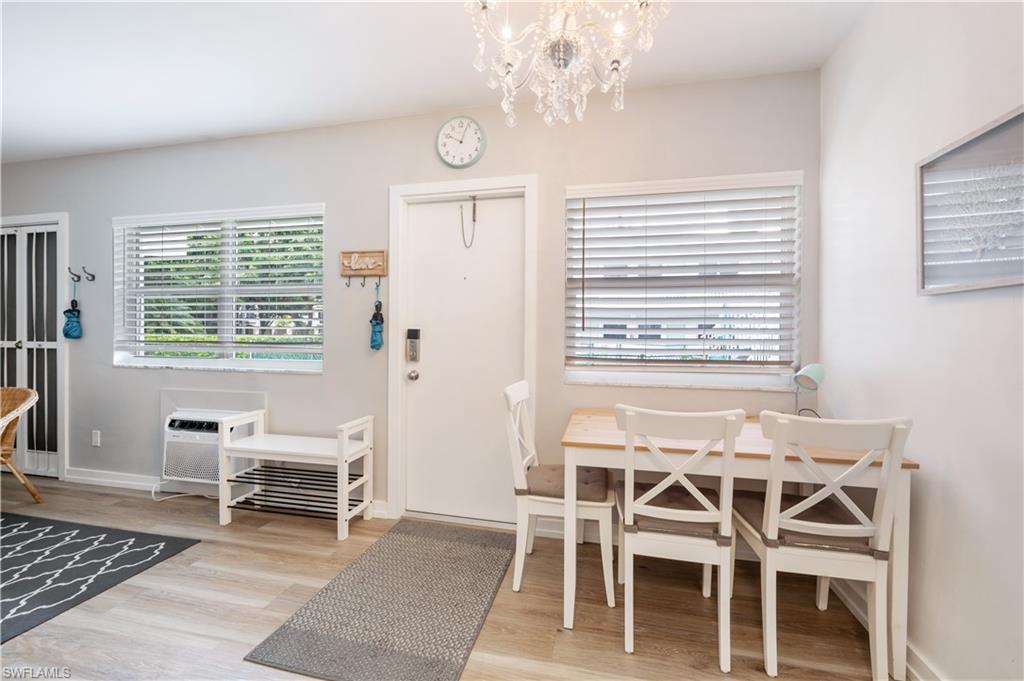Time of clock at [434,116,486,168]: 10:03
